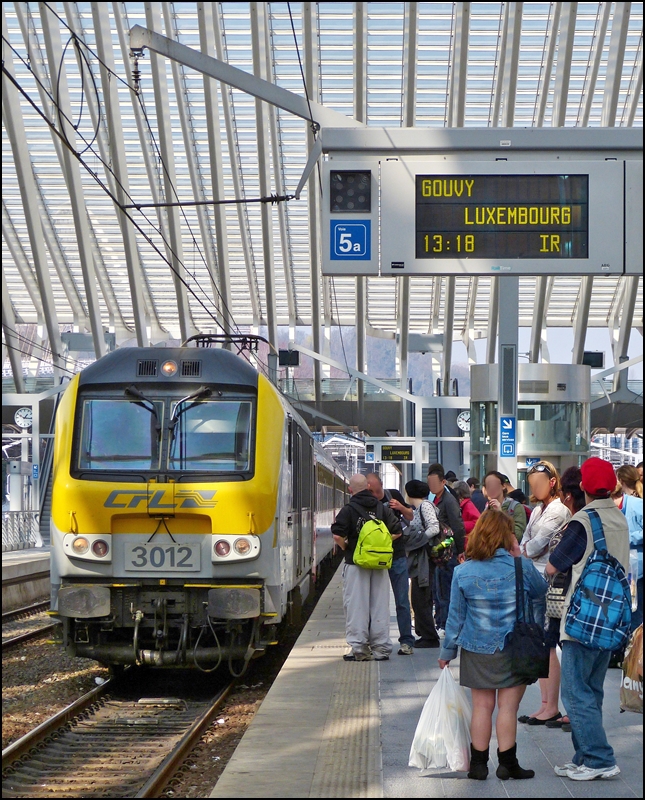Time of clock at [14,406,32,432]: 1:16
